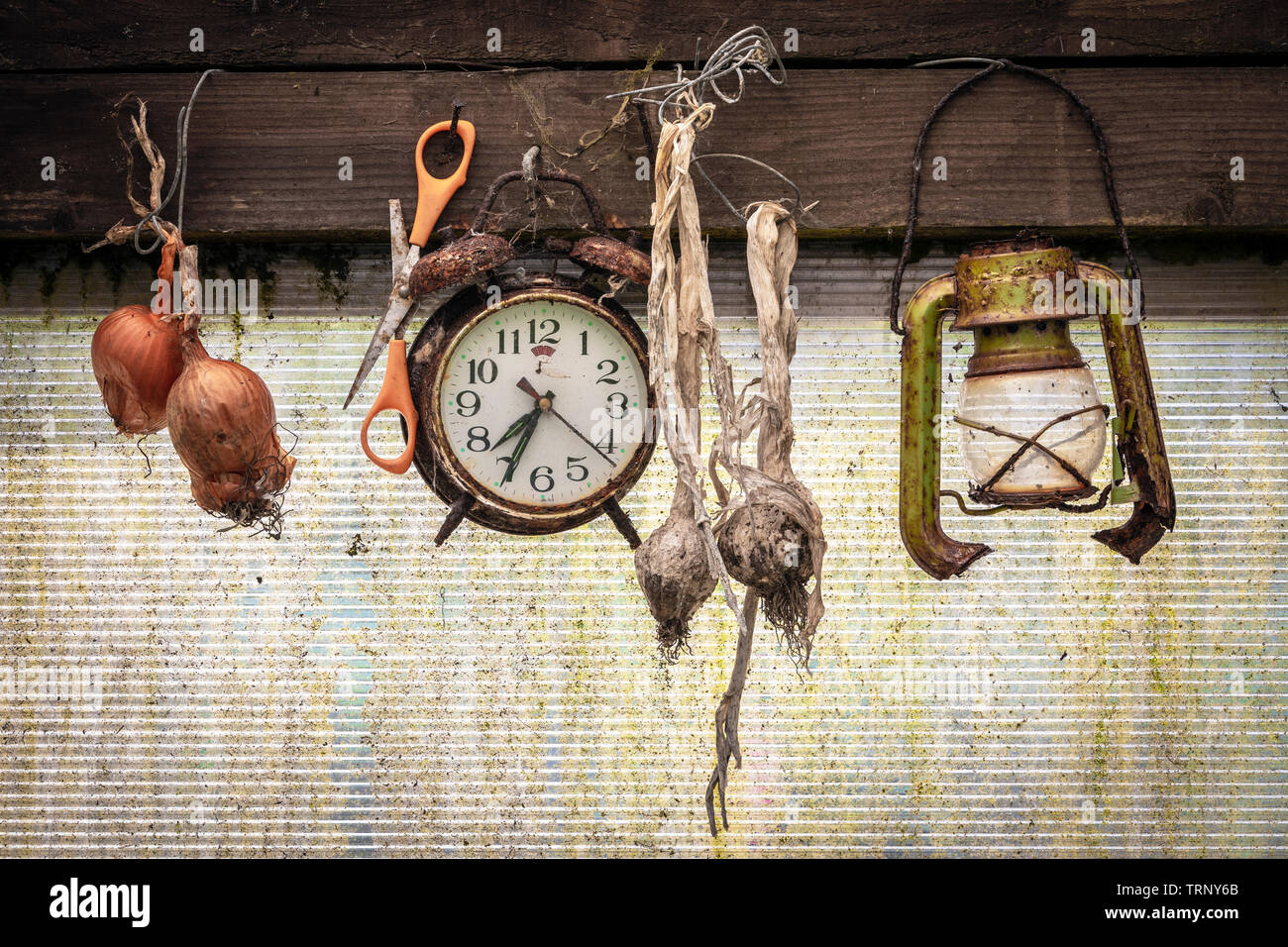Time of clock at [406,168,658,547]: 7:34
